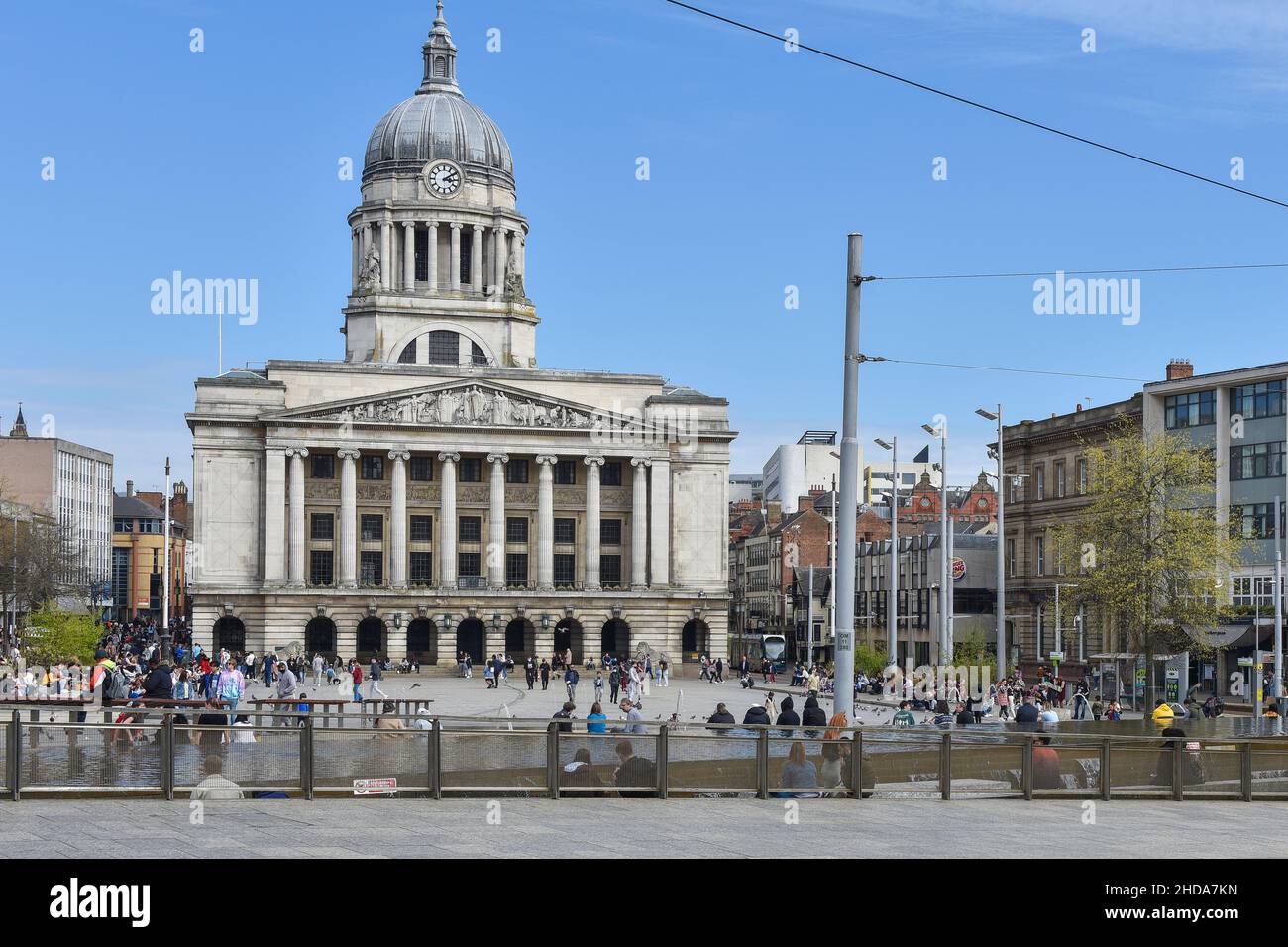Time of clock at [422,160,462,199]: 3:09
